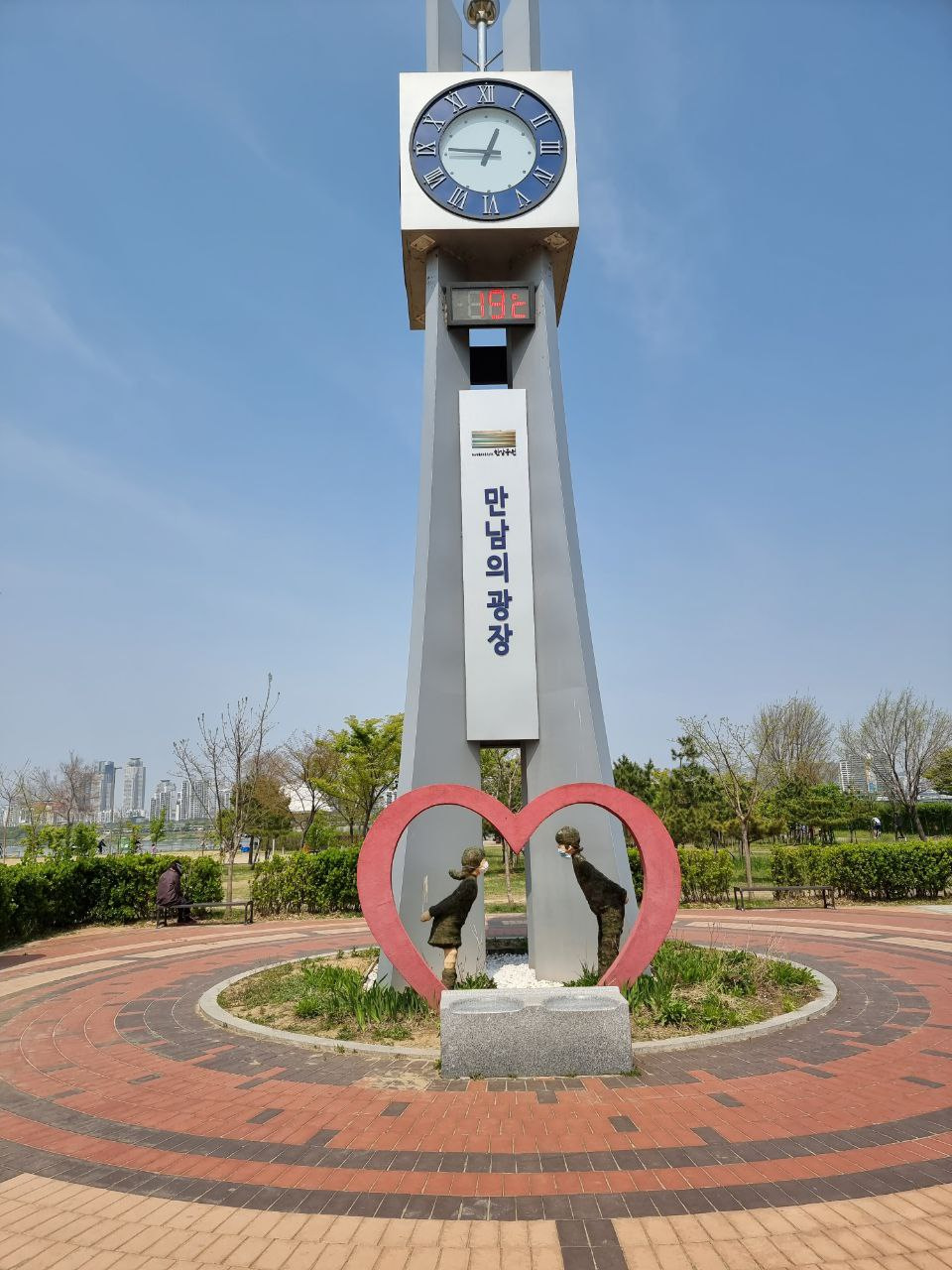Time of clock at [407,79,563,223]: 12:45
